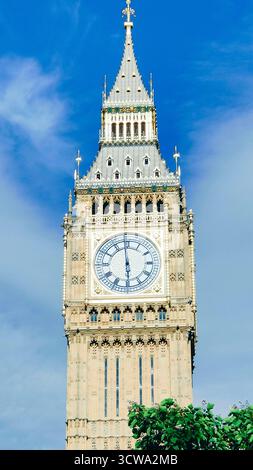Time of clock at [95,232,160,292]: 5:58
